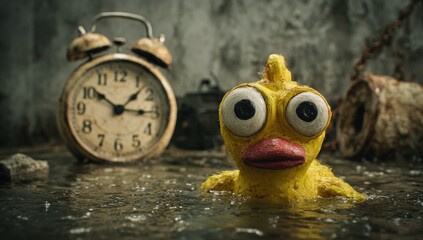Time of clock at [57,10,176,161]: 10:15
